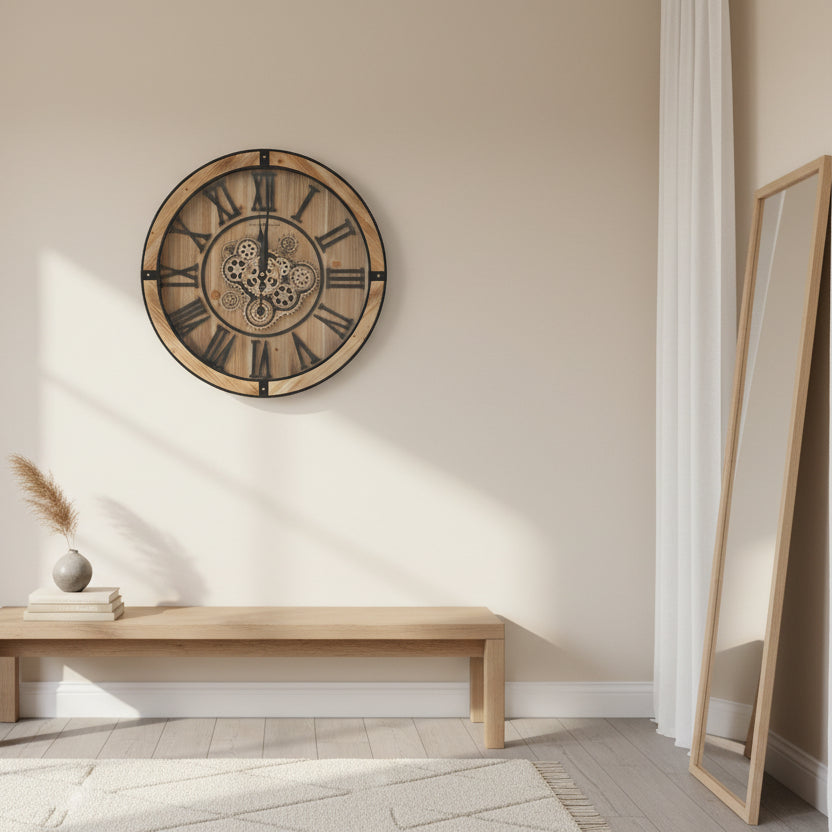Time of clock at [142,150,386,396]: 12:00
